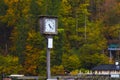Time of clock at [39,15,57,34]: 5:21
